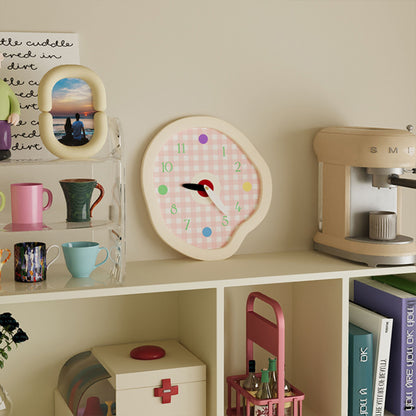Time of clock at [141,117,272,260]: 9:23
